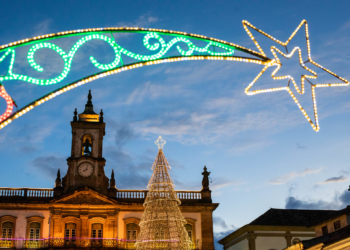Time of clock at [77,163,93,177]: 8:03
